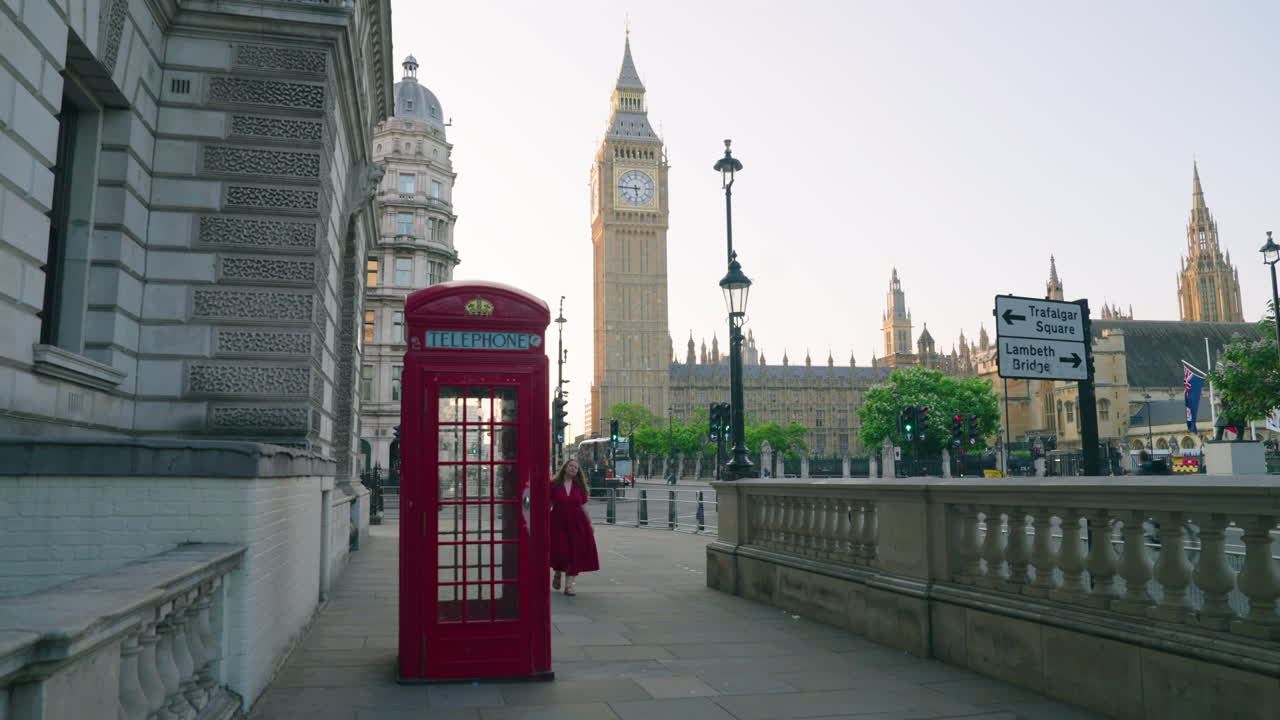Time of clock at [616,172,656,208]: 5:45
